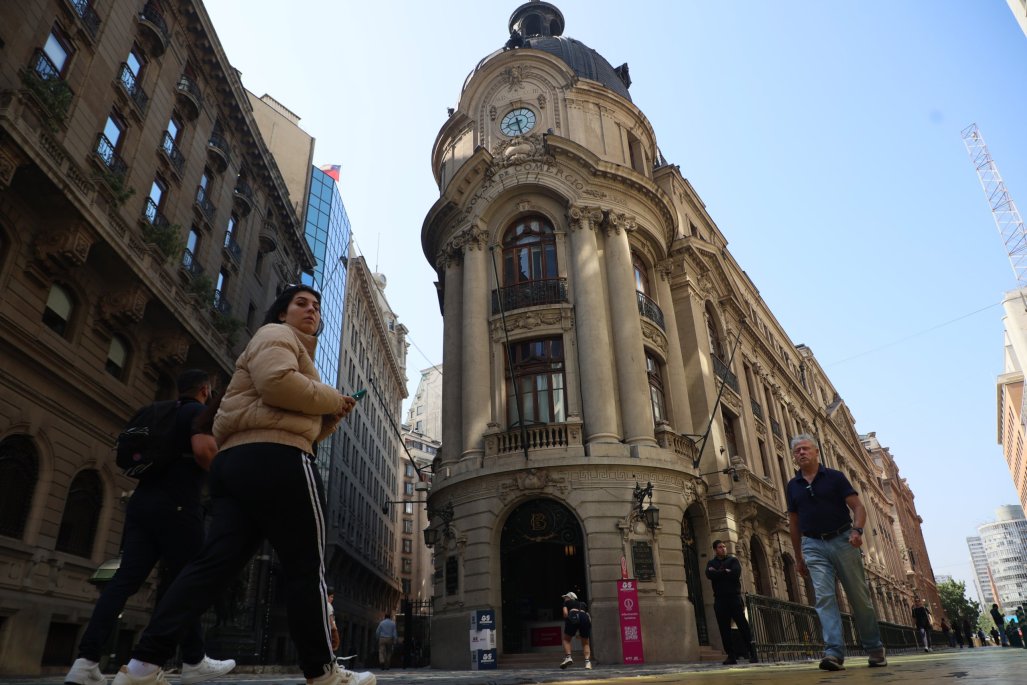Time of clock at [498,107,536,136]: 8:26
